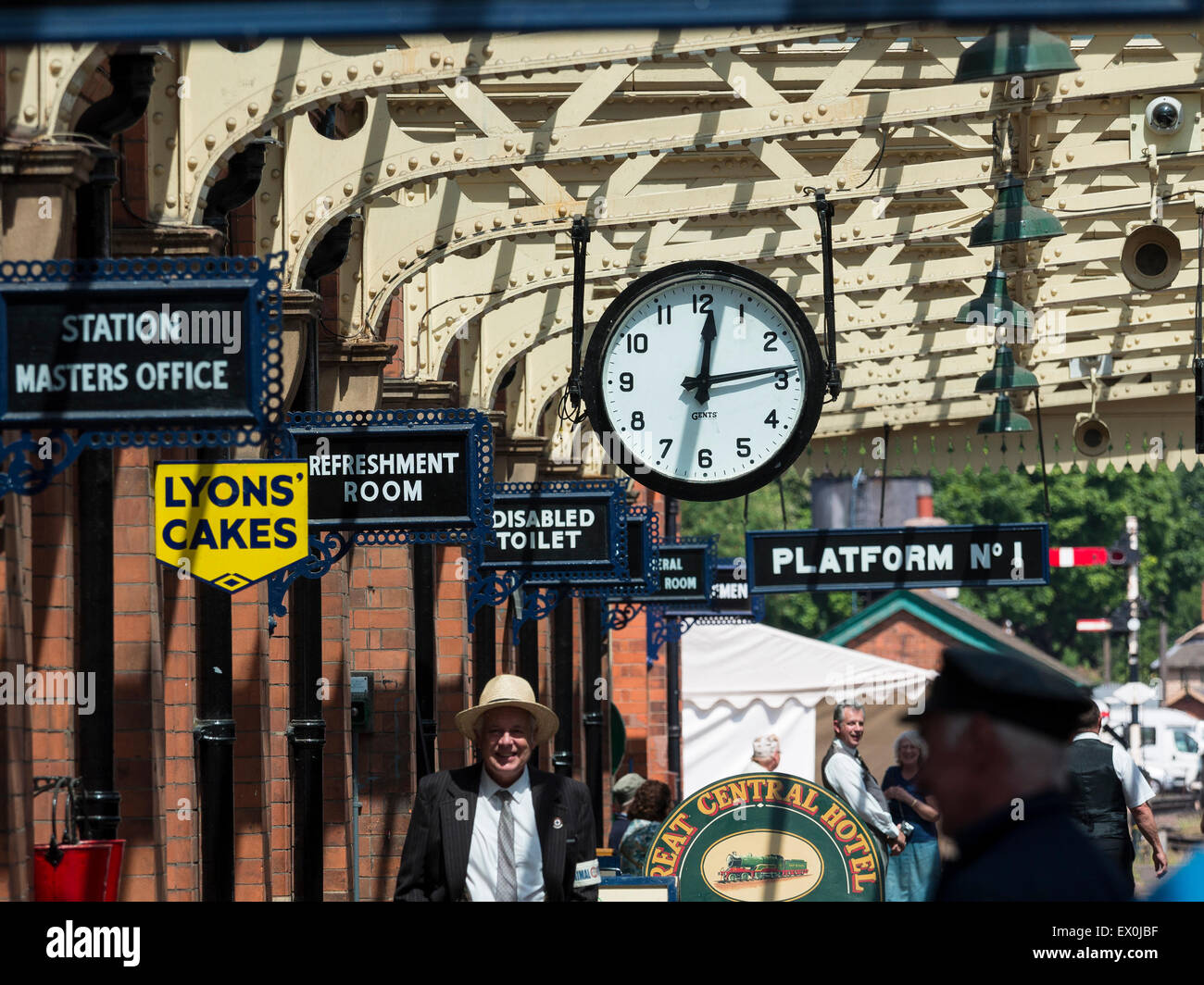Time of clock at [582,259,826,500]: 12:13
